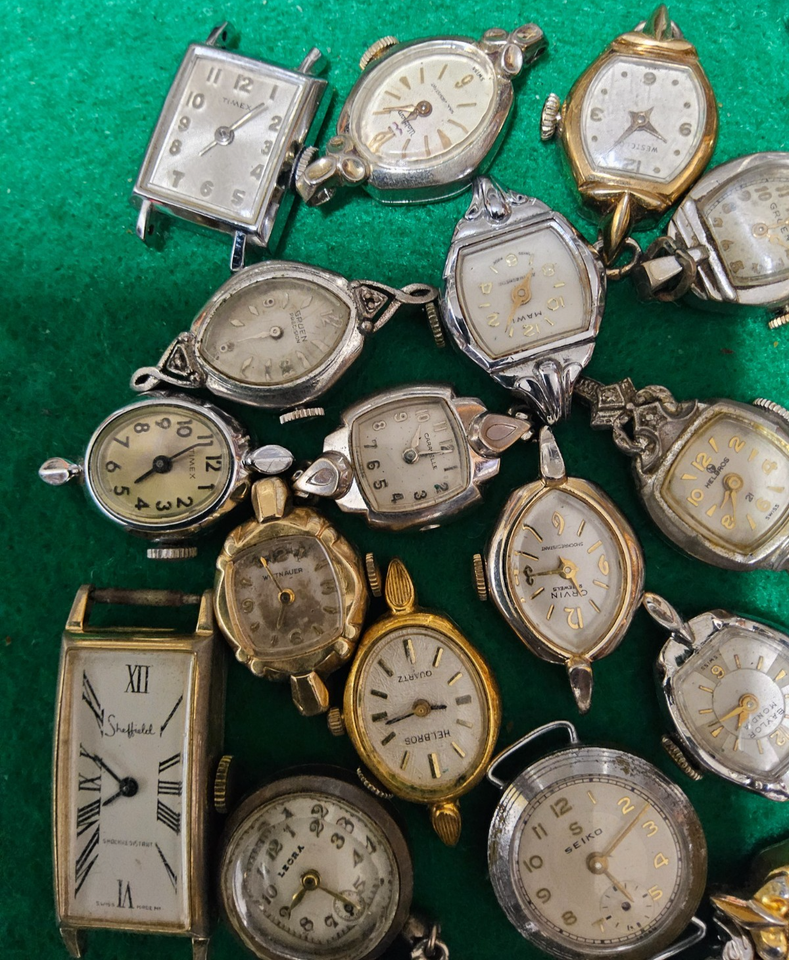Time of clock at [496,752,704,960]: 5:07
